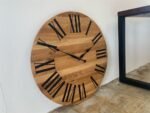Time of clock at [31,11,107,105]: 1:50
